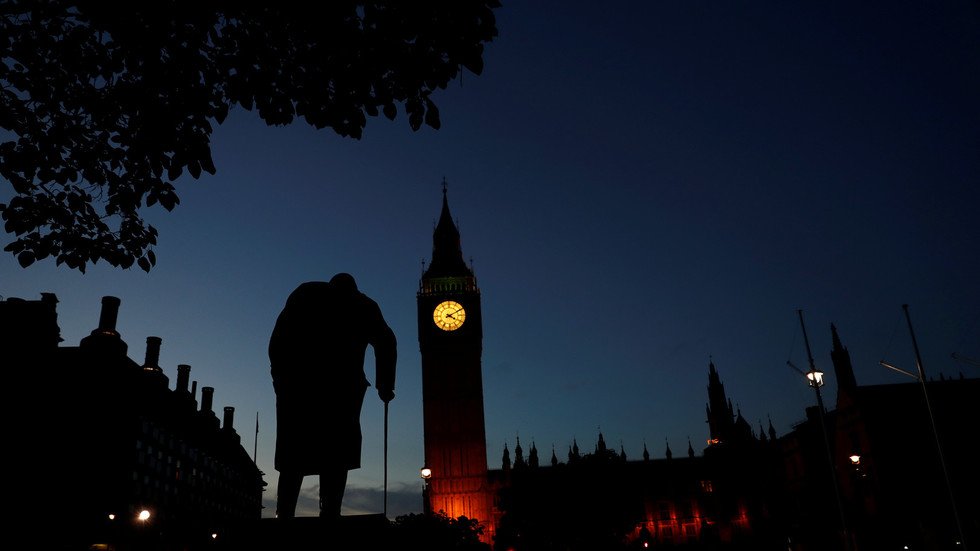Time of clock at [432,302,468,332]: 4:10
